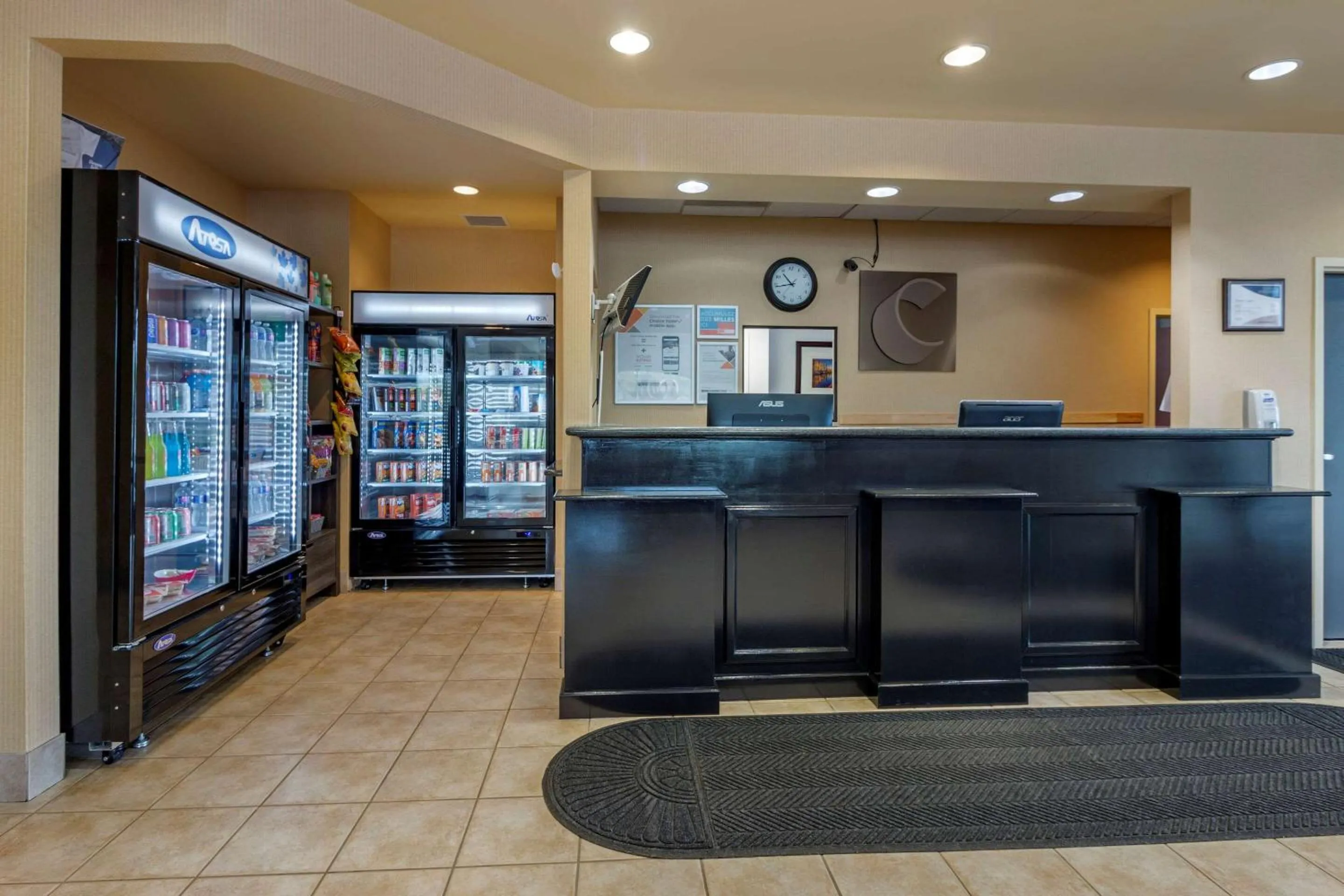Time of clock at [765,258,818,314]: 10:43
